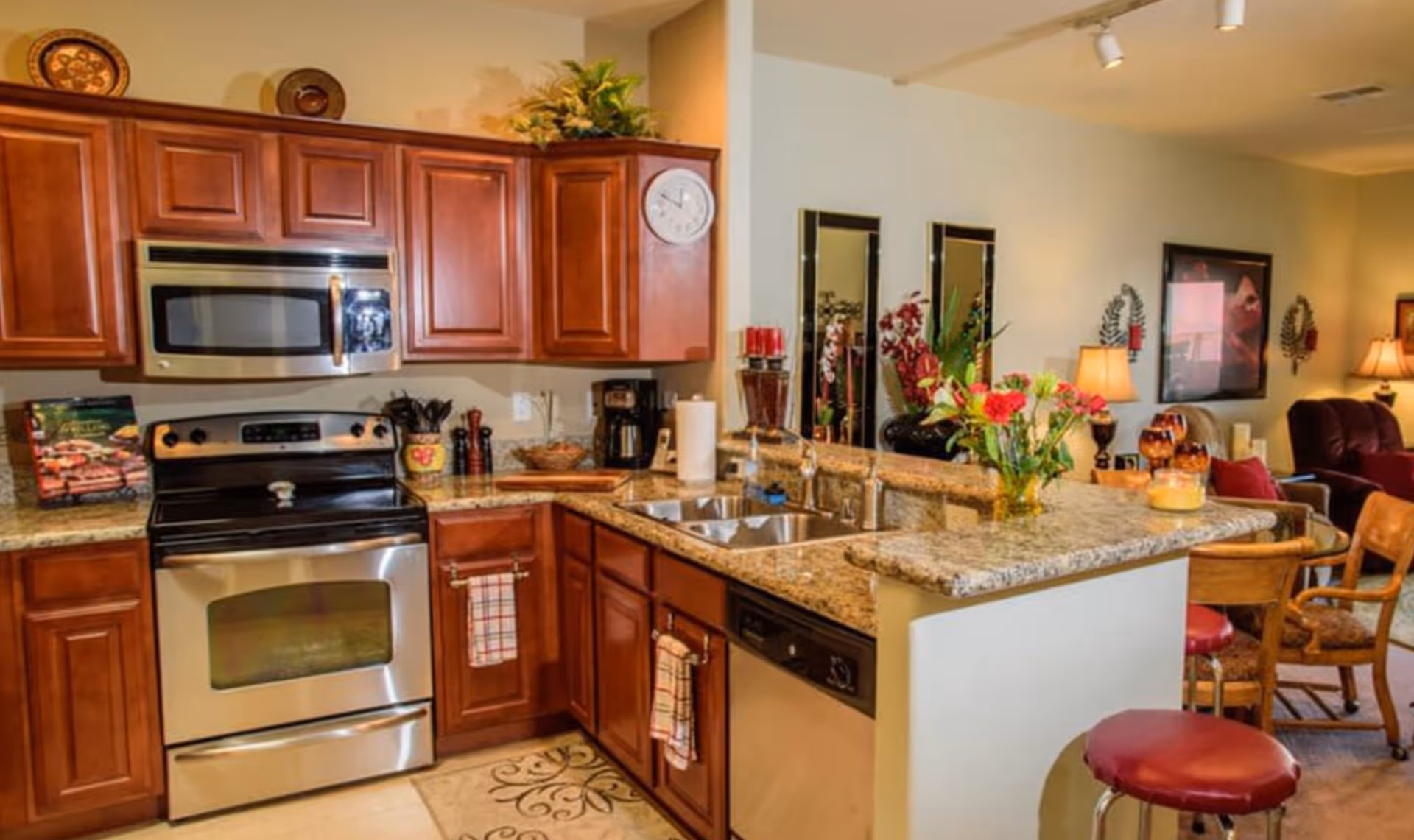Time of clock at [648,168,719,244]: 11:49
